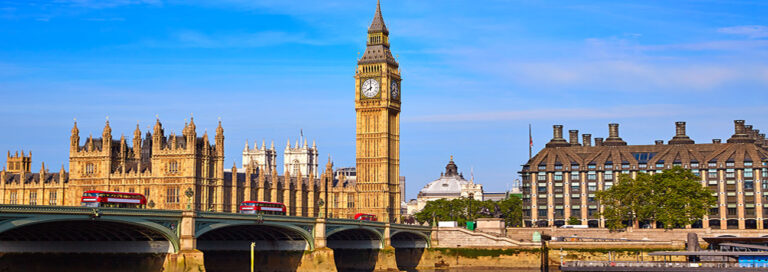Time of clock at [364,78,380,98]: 7:59
